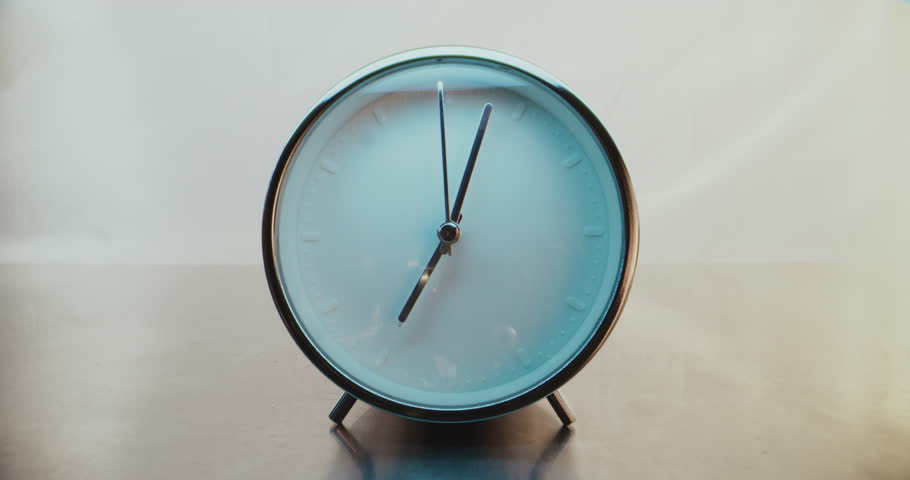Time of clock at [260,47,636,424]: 7:02
